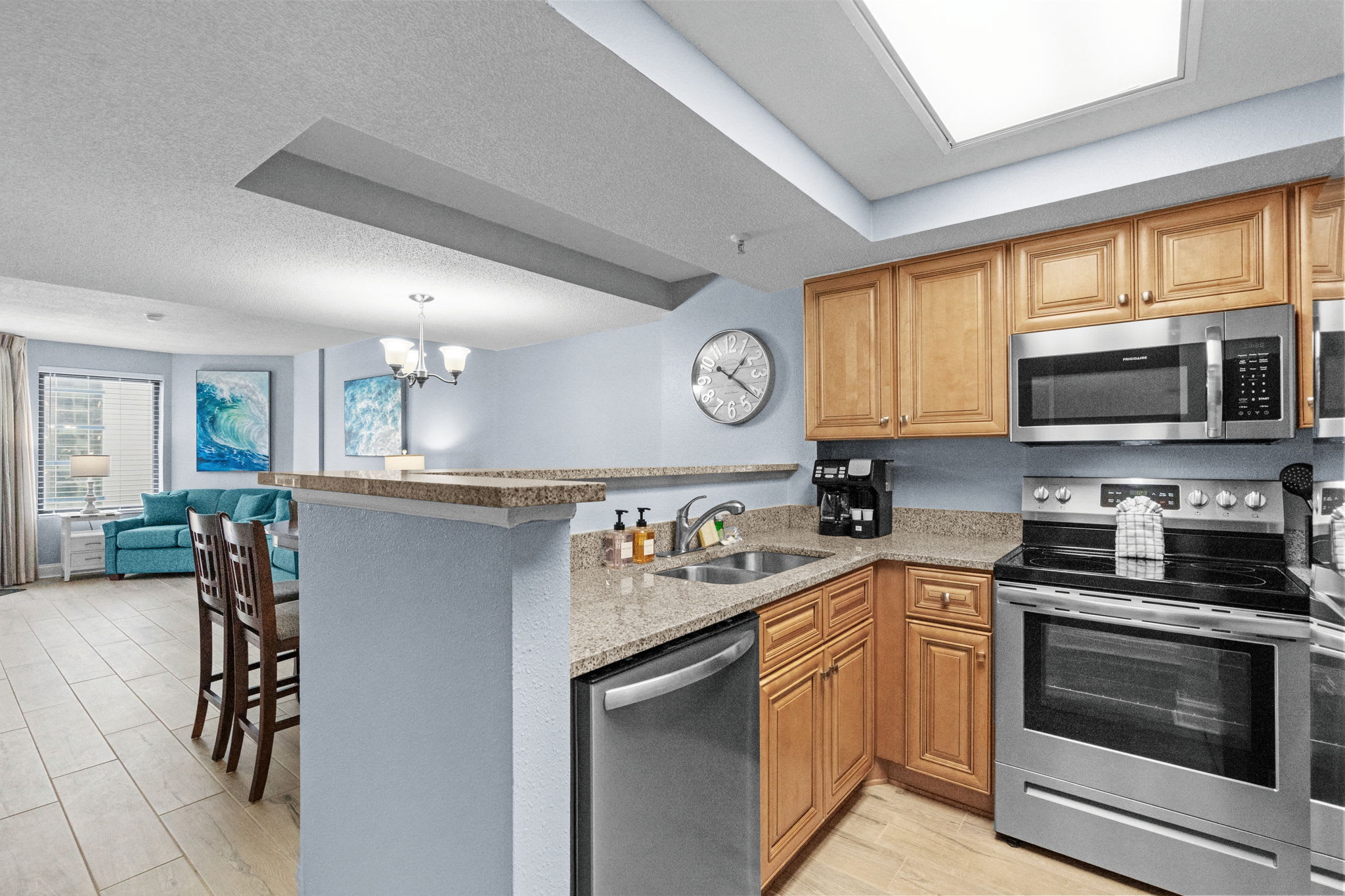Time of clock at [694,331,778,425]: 1:21
